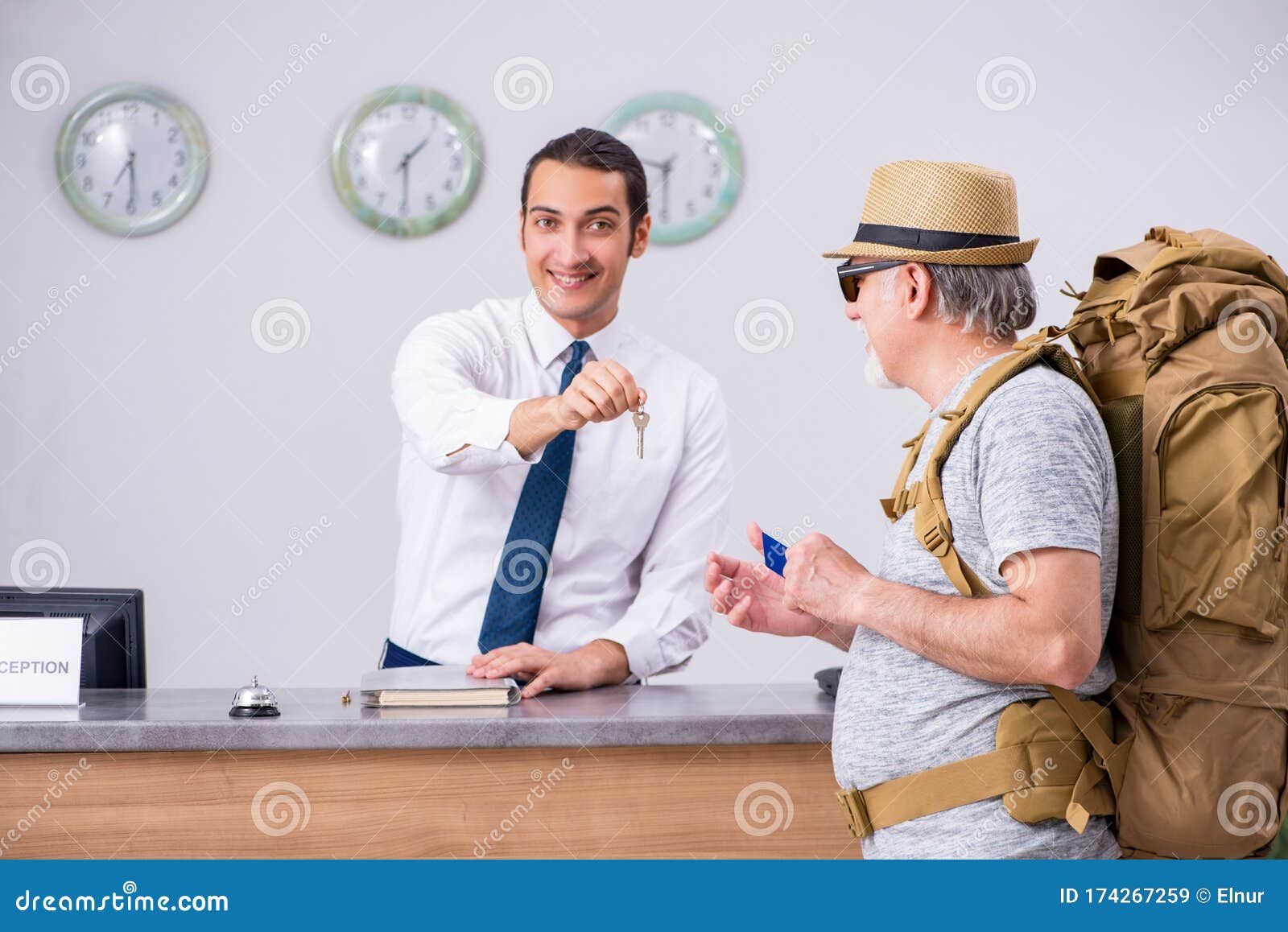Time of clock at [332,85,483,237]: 1:29
